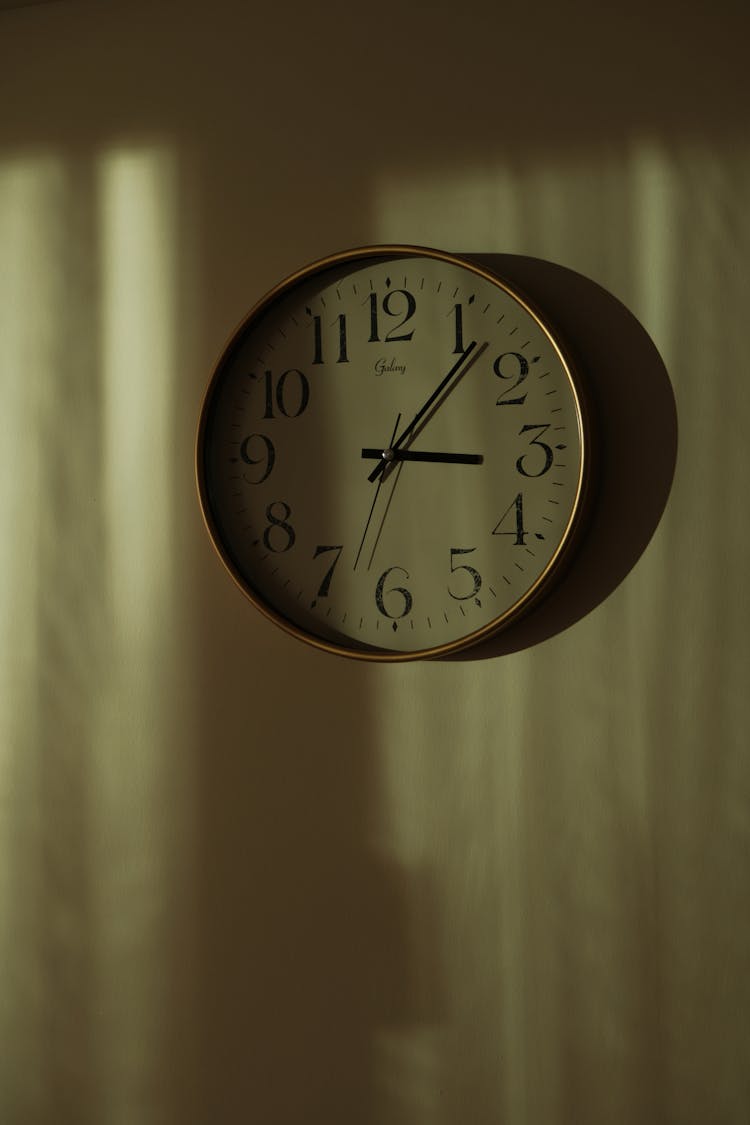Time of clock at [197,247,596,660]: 3:06
